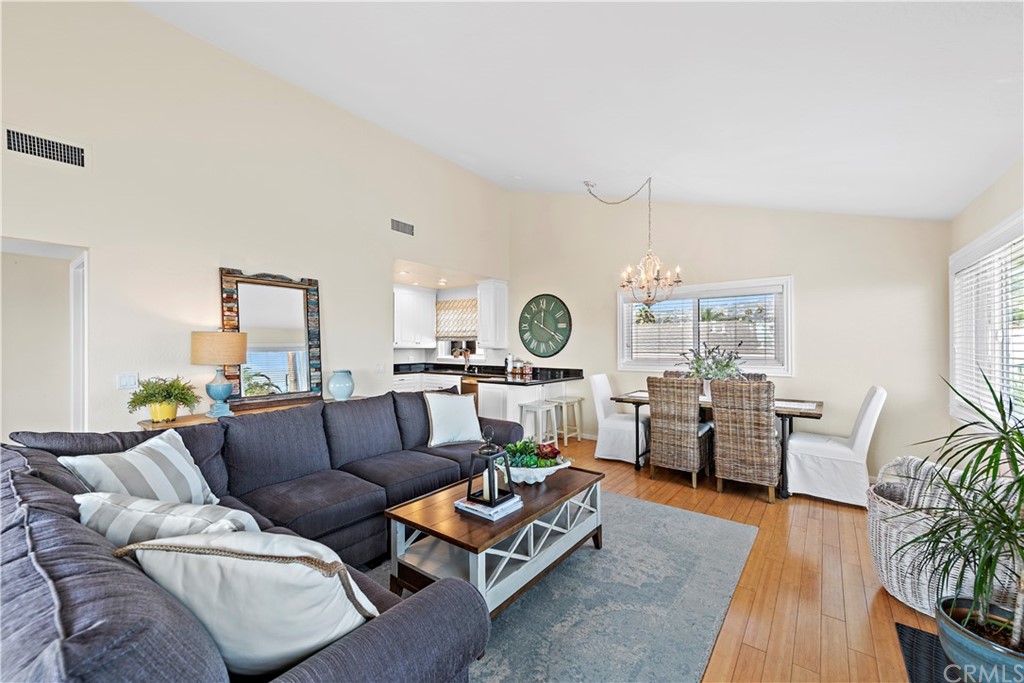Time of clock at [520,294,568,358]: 4:00
